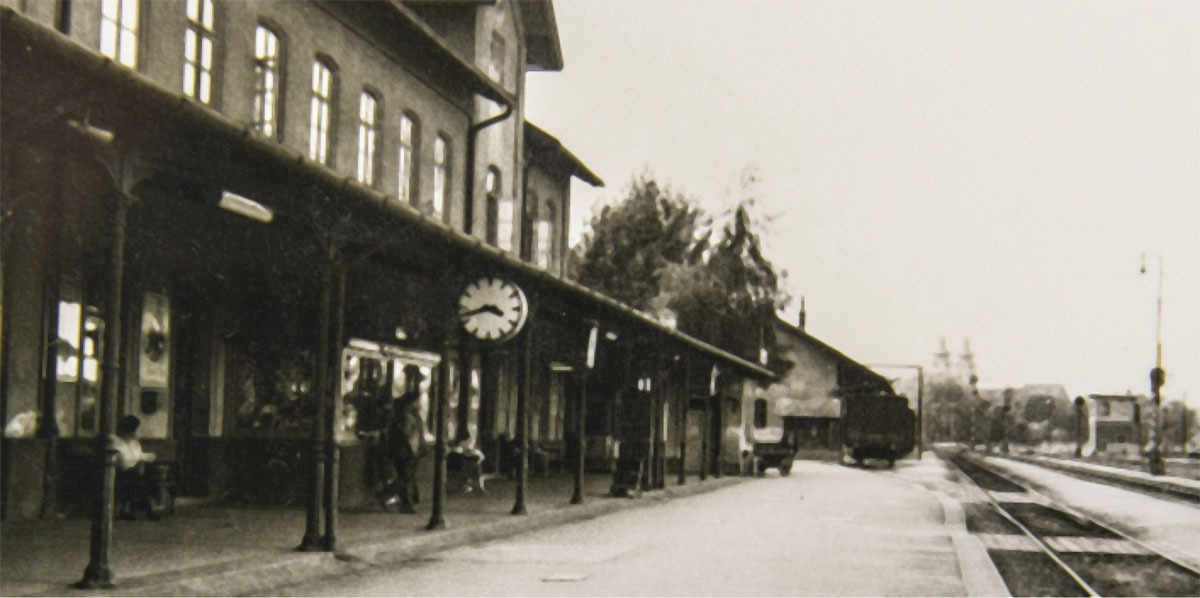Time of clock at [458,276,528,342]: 3:42
